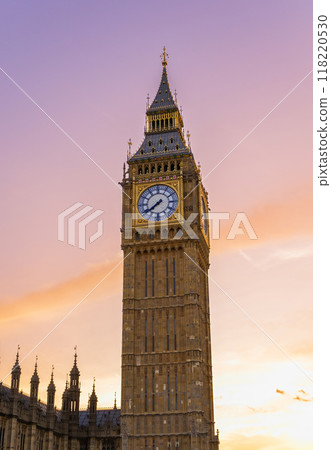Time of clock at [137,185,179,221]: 7:38
